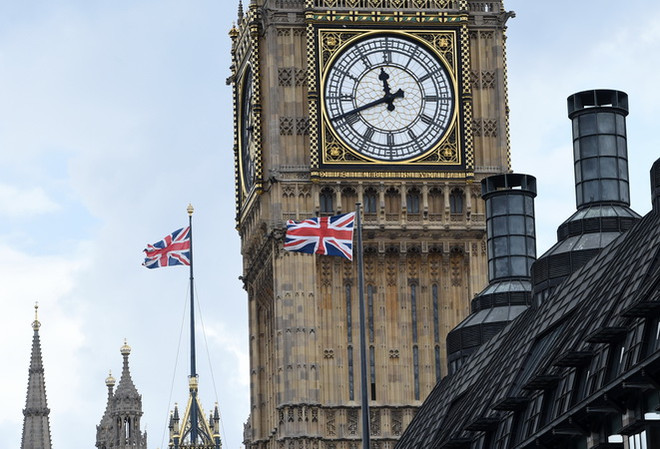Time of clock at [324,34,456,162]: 11:41
